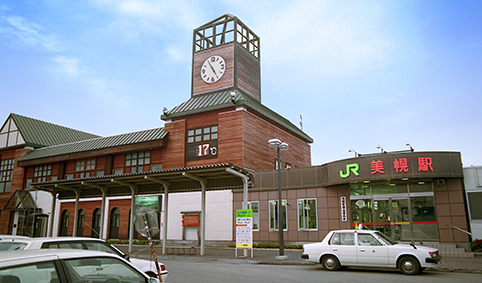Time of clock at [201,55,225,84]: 4:55
